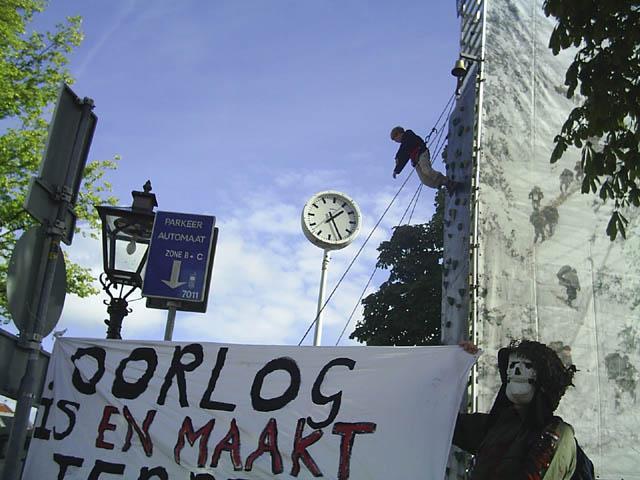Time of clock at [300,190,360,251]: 1:25
